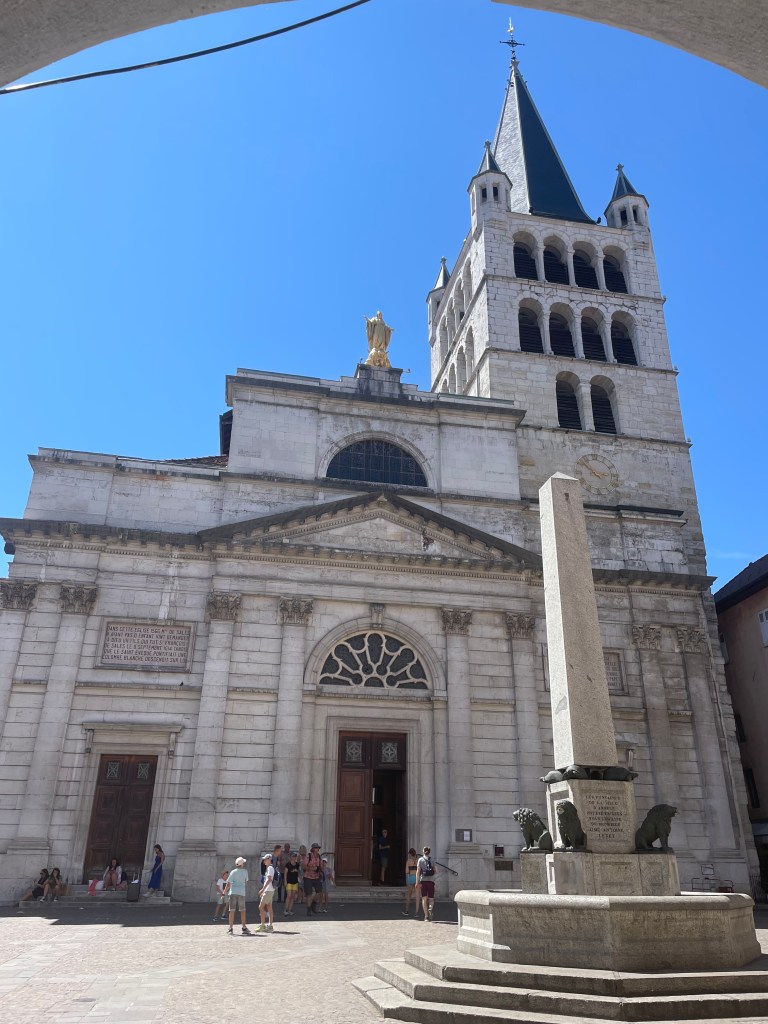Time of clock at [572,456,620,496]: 2:52
